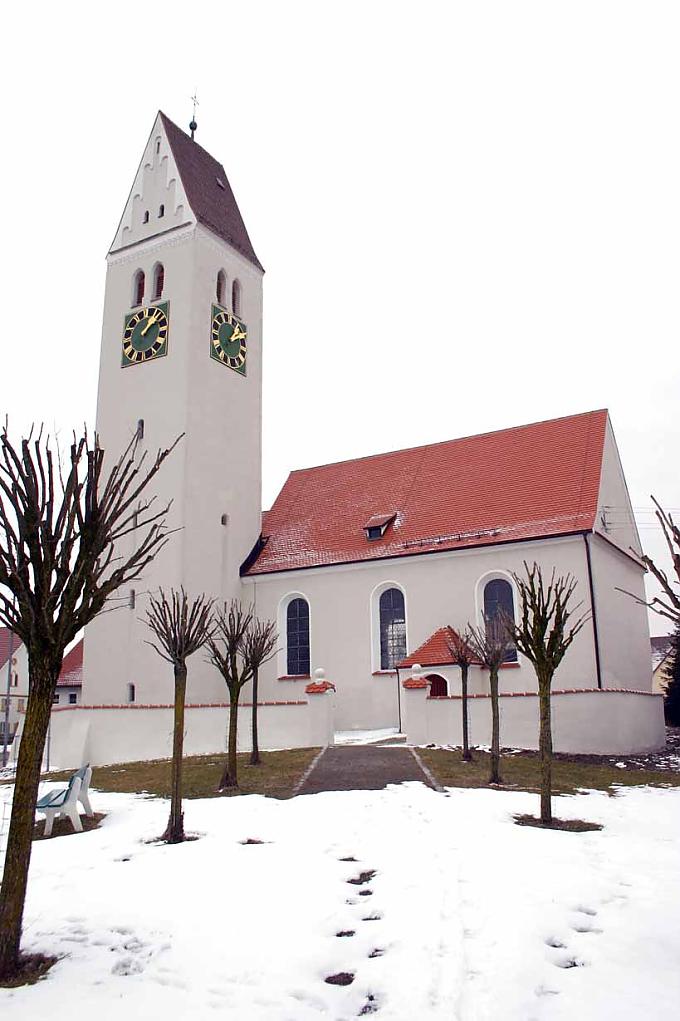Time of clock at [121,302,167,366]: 1:07
